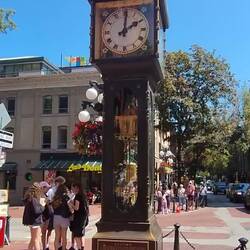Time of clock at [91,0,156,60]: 2:01
